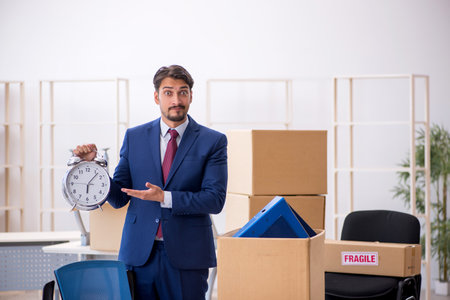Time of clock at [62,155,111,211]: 6:06
